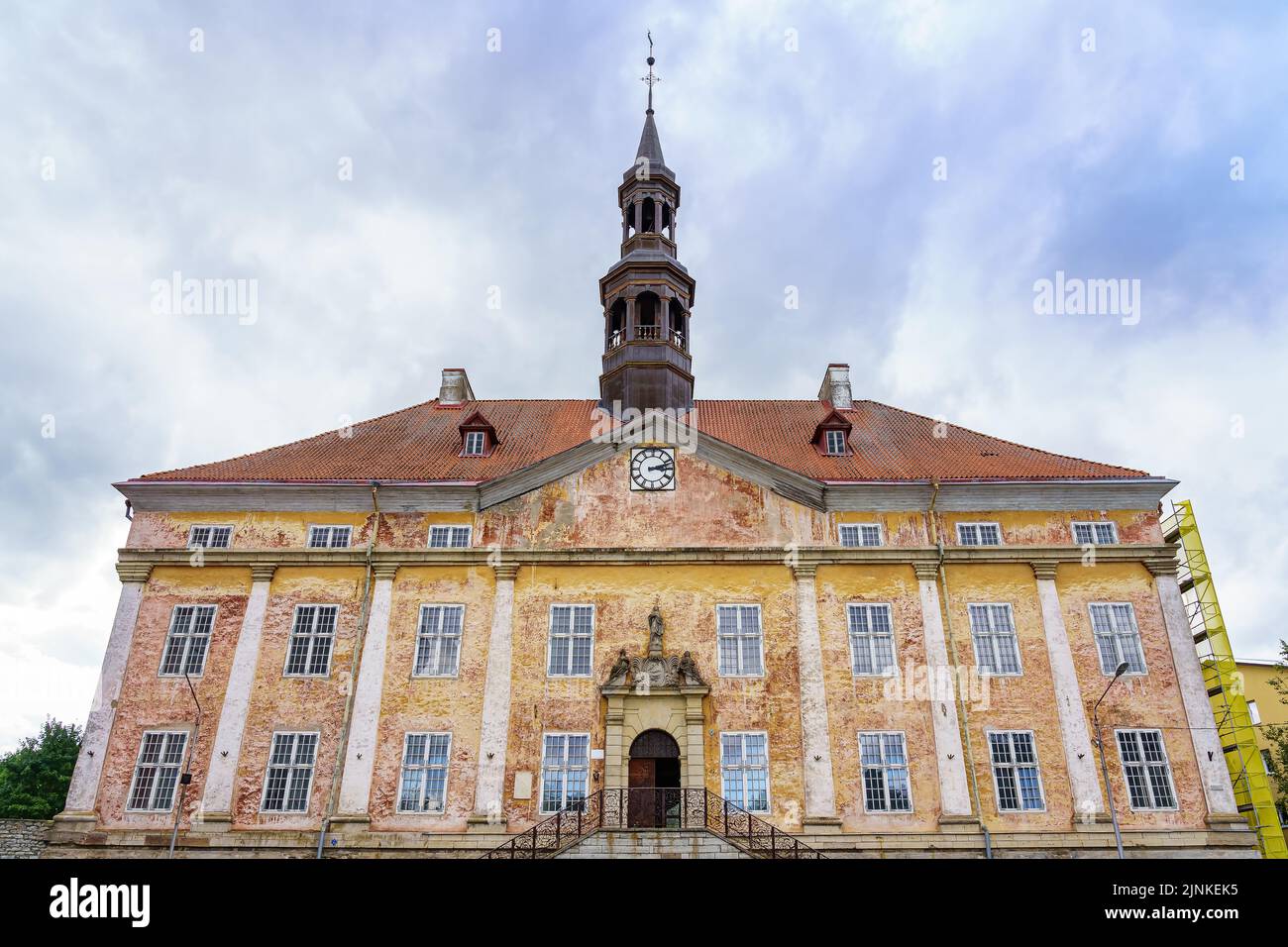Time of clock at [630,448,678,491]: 3:12
